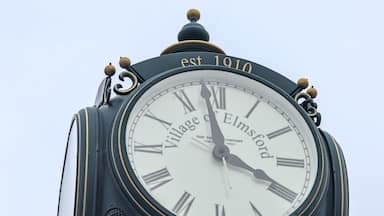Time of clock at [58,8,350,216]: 3:58
